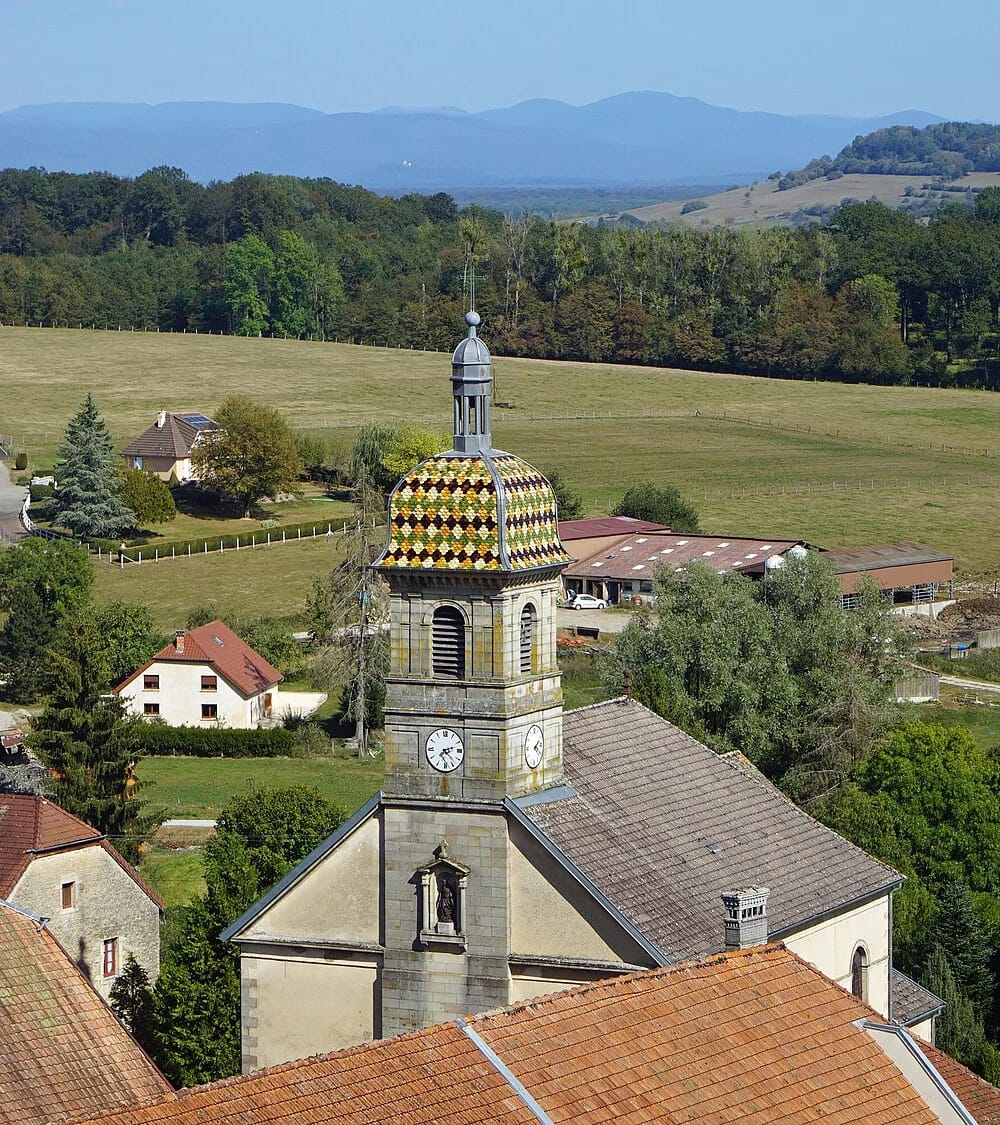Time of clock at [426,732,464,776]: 2:22
